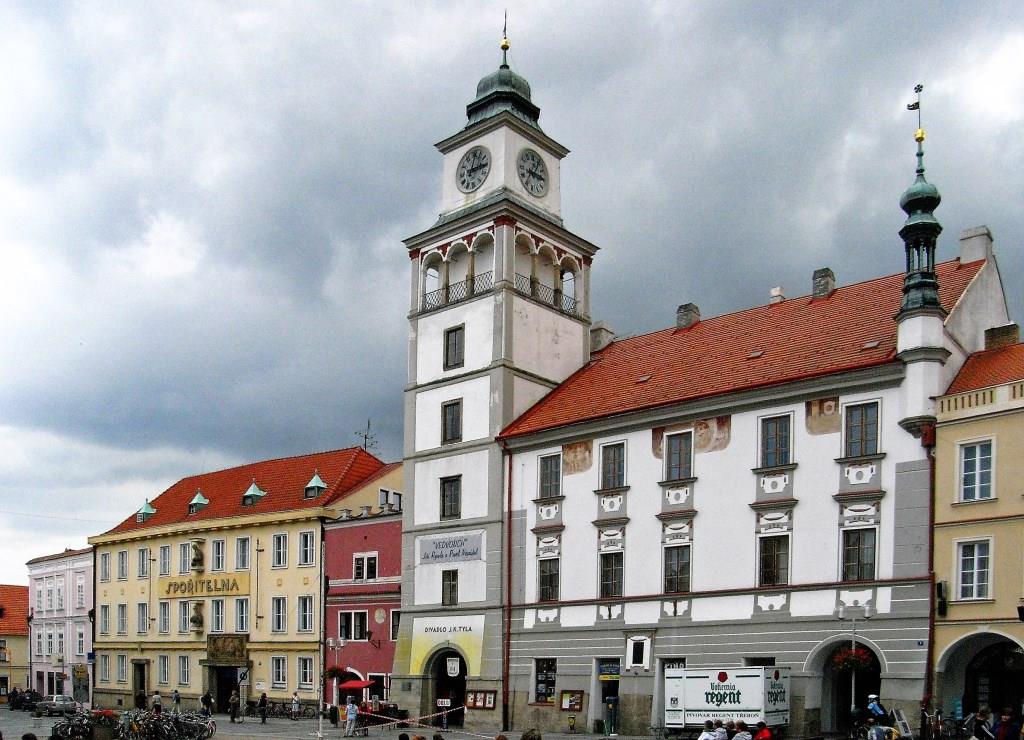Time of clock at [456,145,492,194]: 3:02
